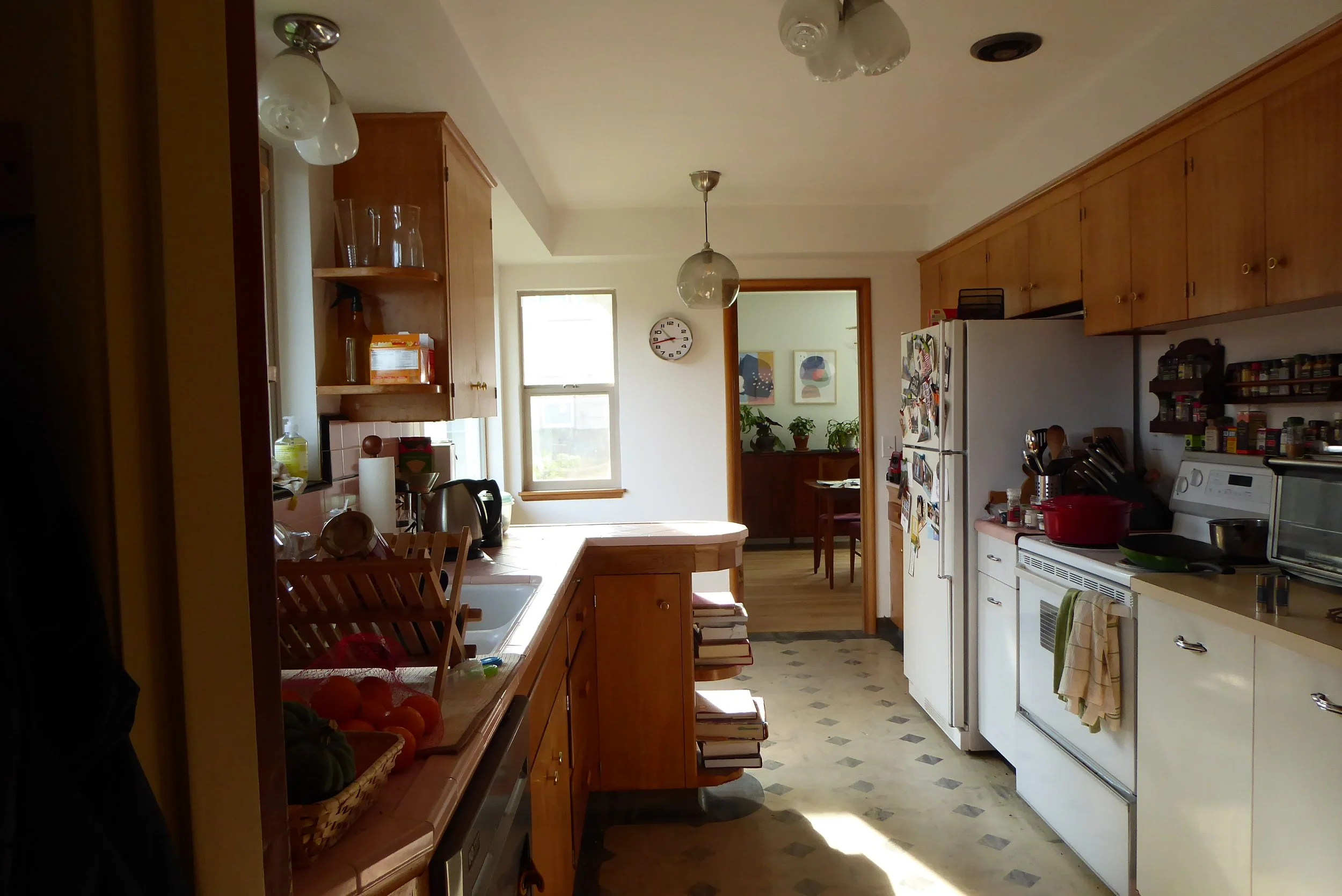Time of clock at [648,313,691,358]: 10:42
